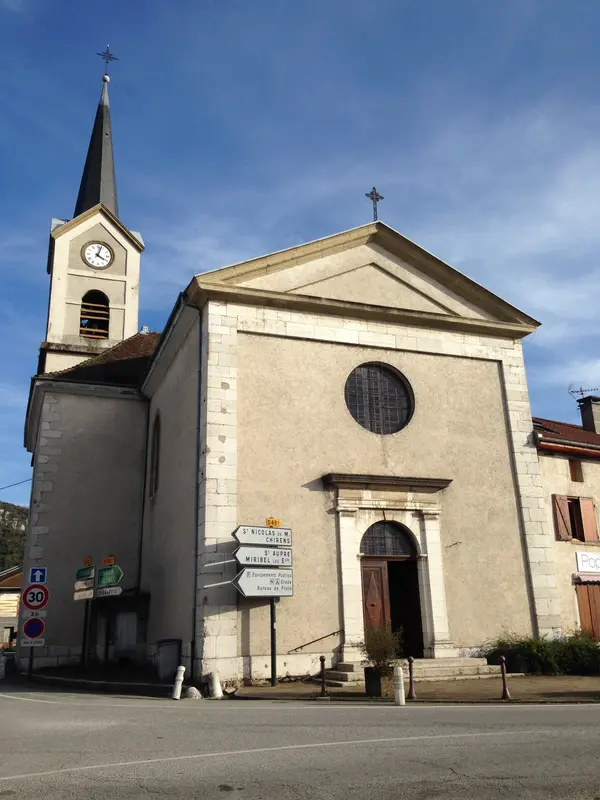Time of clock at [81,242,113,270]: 4:03
